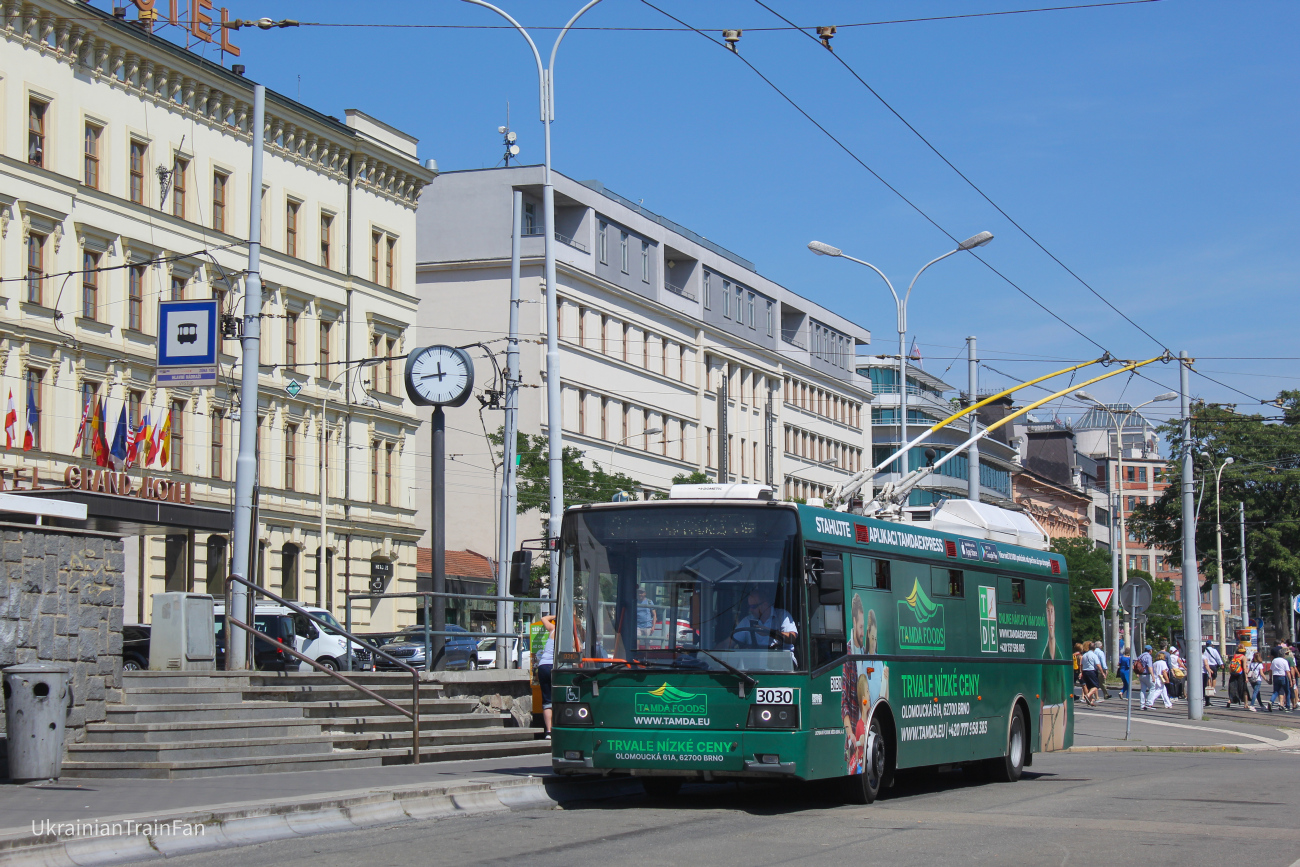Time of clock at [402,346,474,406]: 11:42
